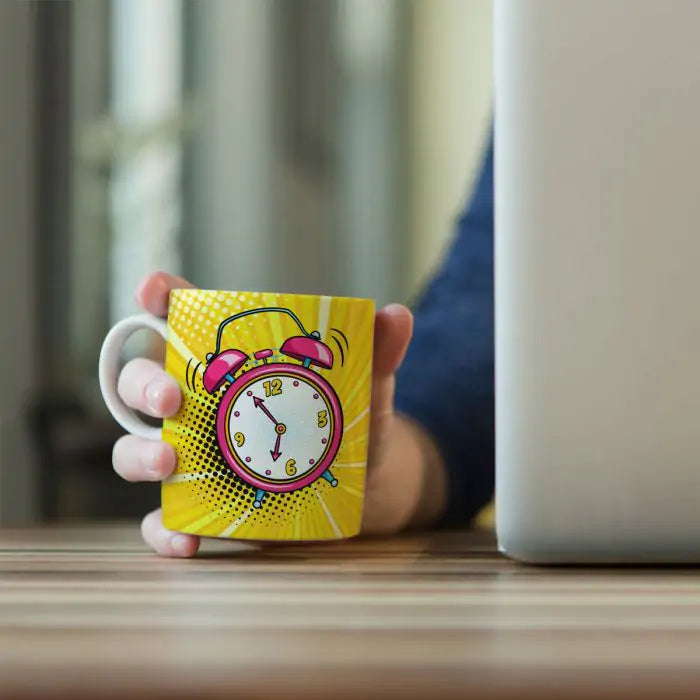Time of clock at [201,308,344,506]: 6:54
